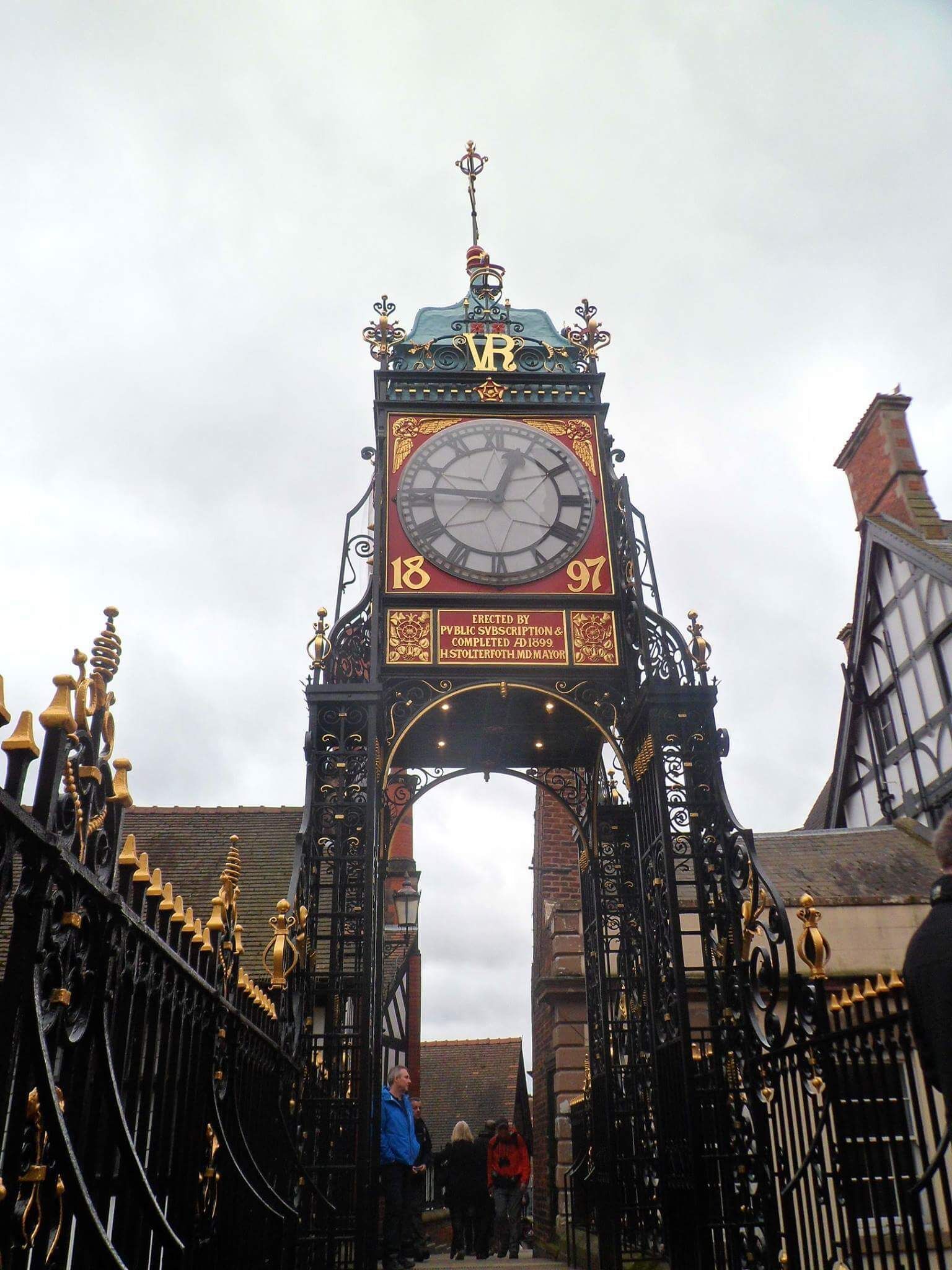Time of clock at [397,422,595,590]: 12:46
